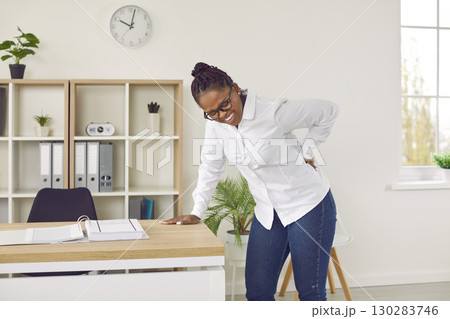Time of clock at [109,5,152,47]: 10:02
